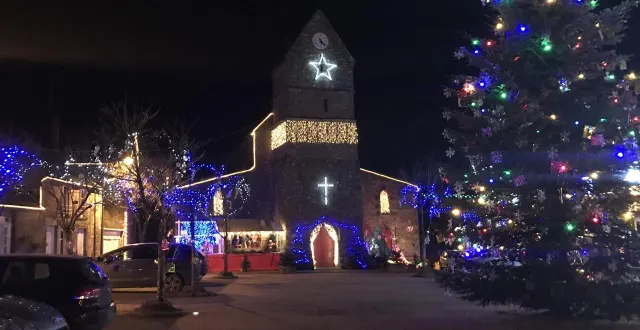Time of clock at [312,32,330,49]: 5:22
